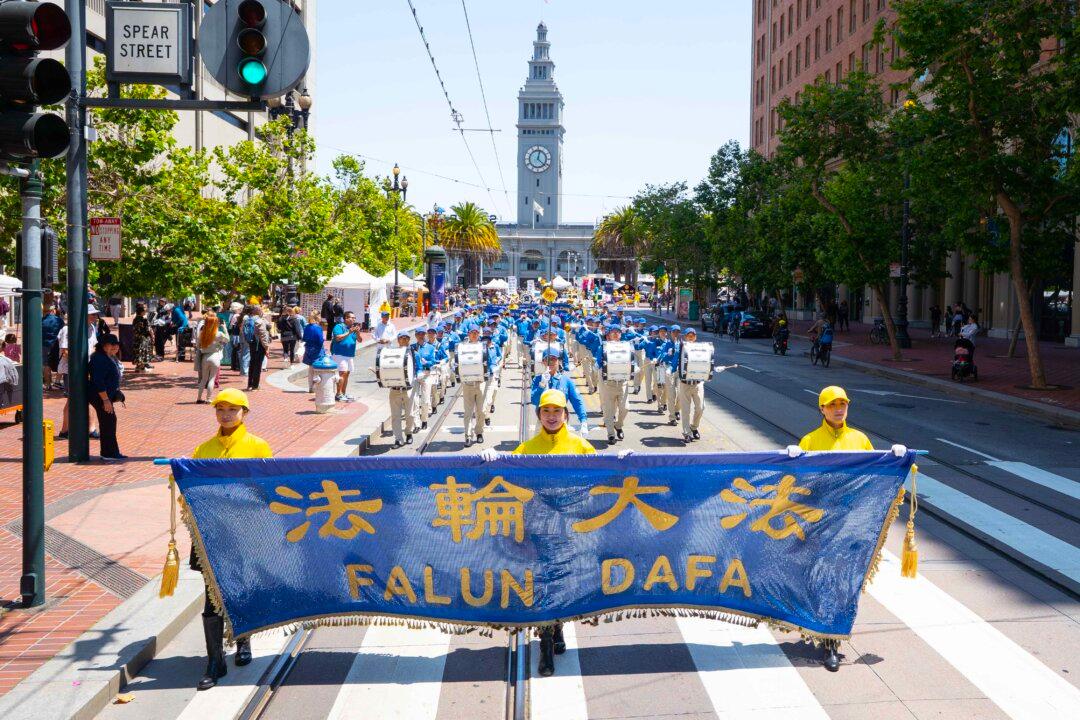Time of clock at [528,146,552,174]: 12:22
